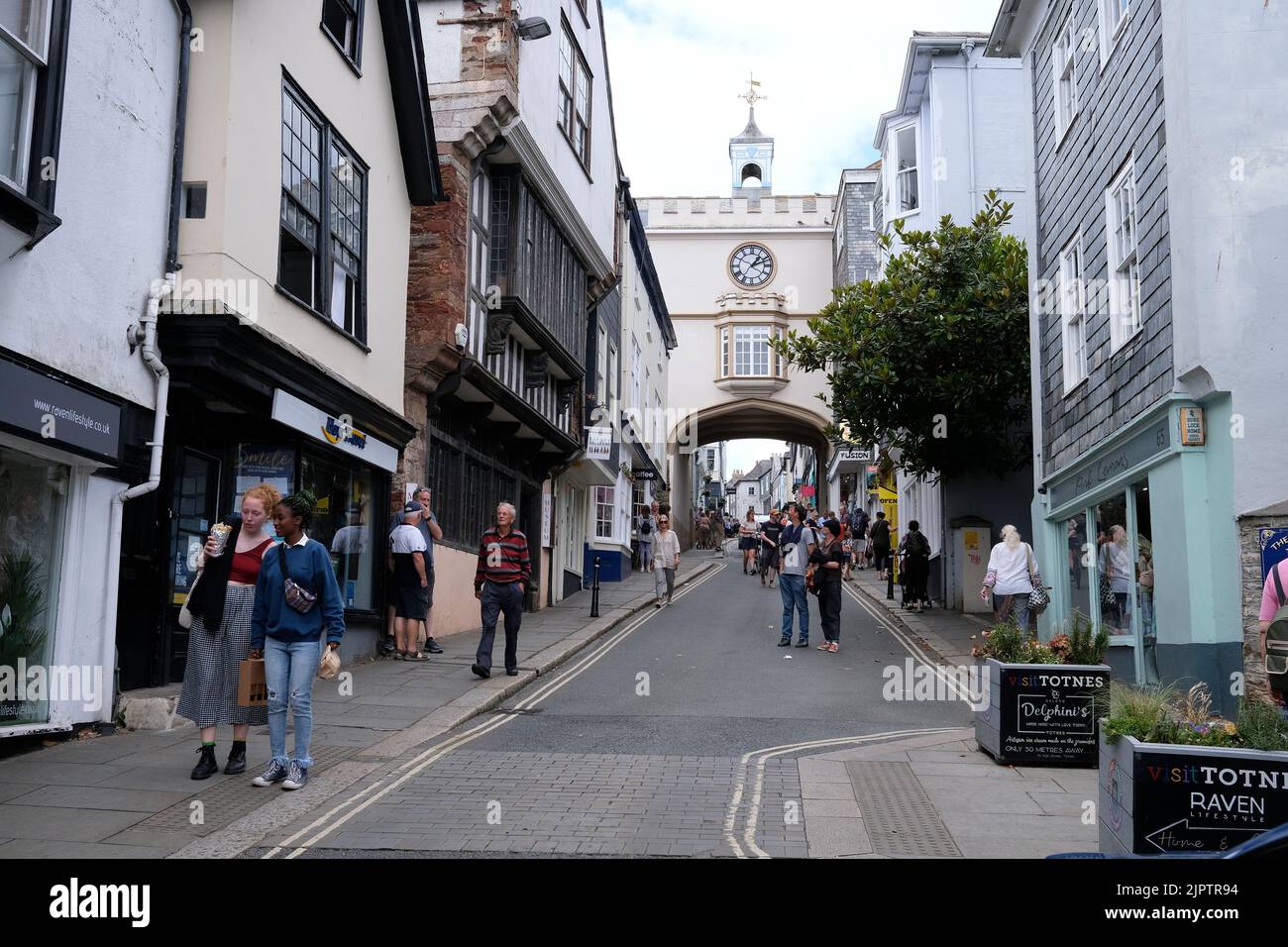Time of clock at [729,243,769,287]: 1:11
